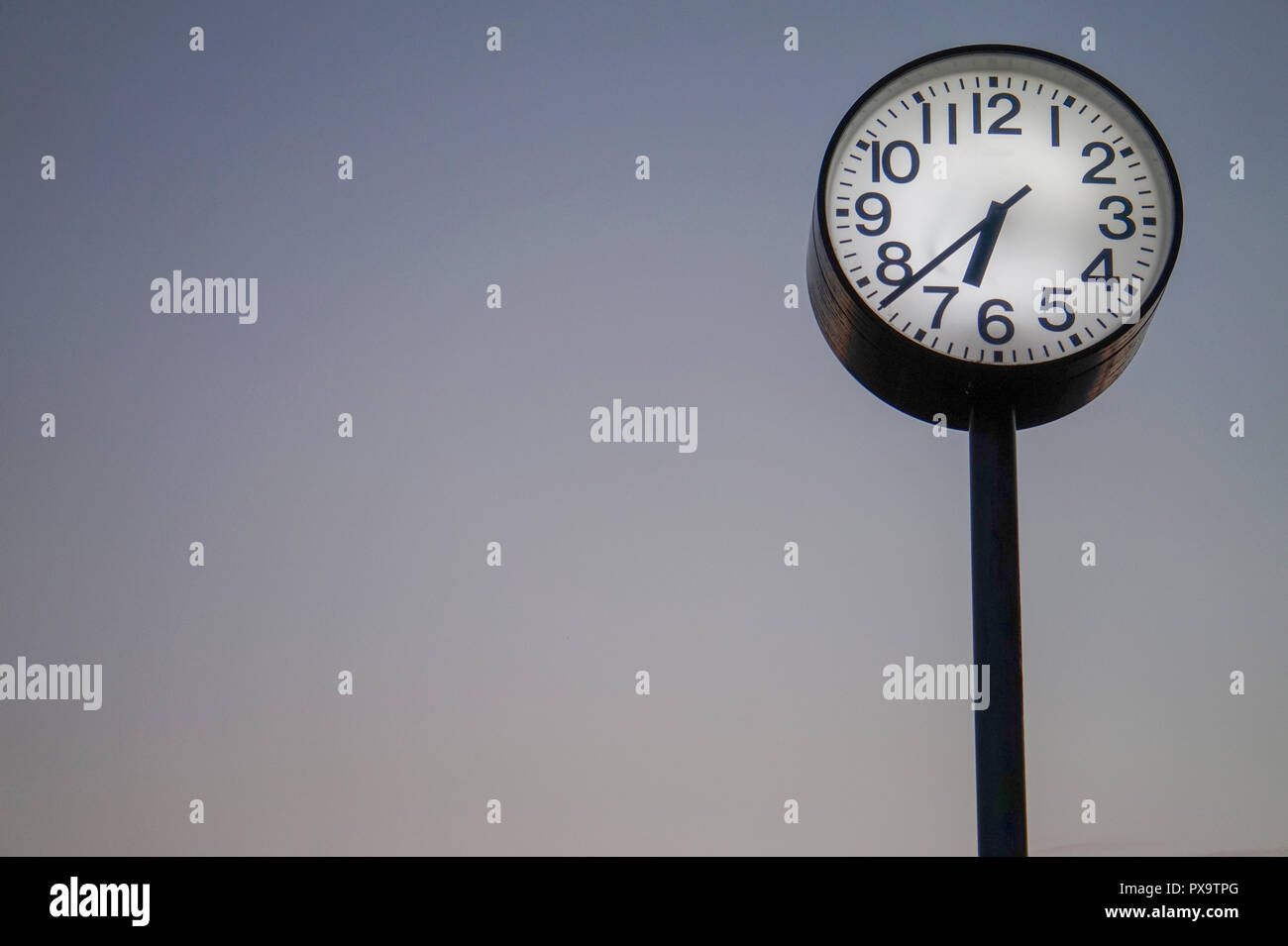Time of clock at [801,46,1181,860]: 6:38
